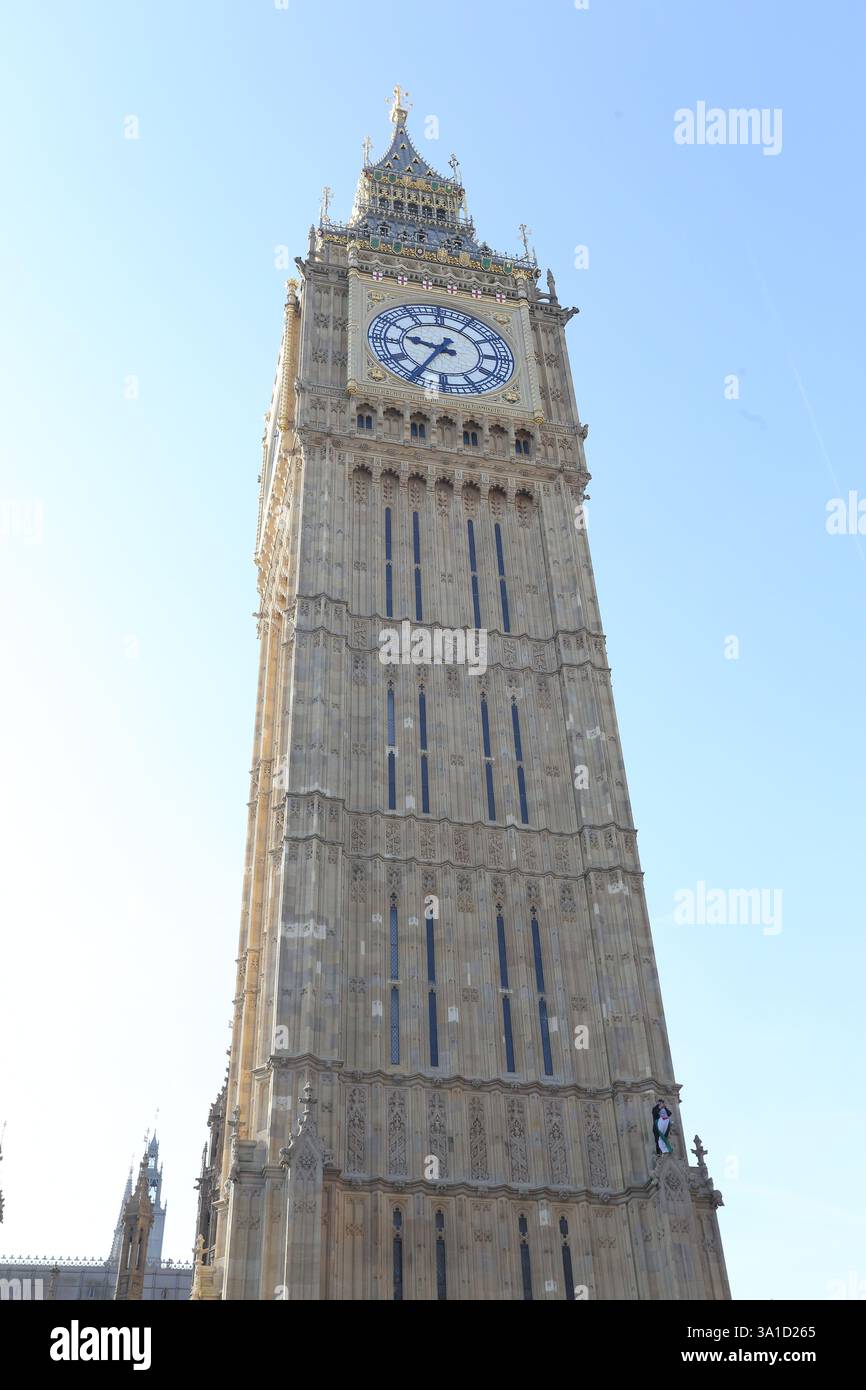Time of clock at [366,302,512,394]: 9:34
